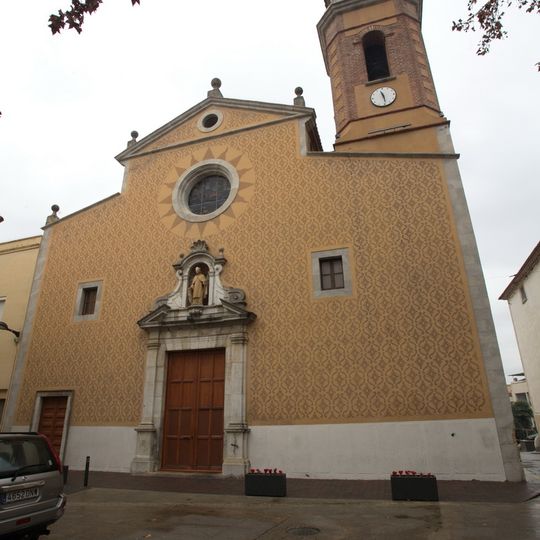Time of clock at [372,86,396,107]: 11:28
